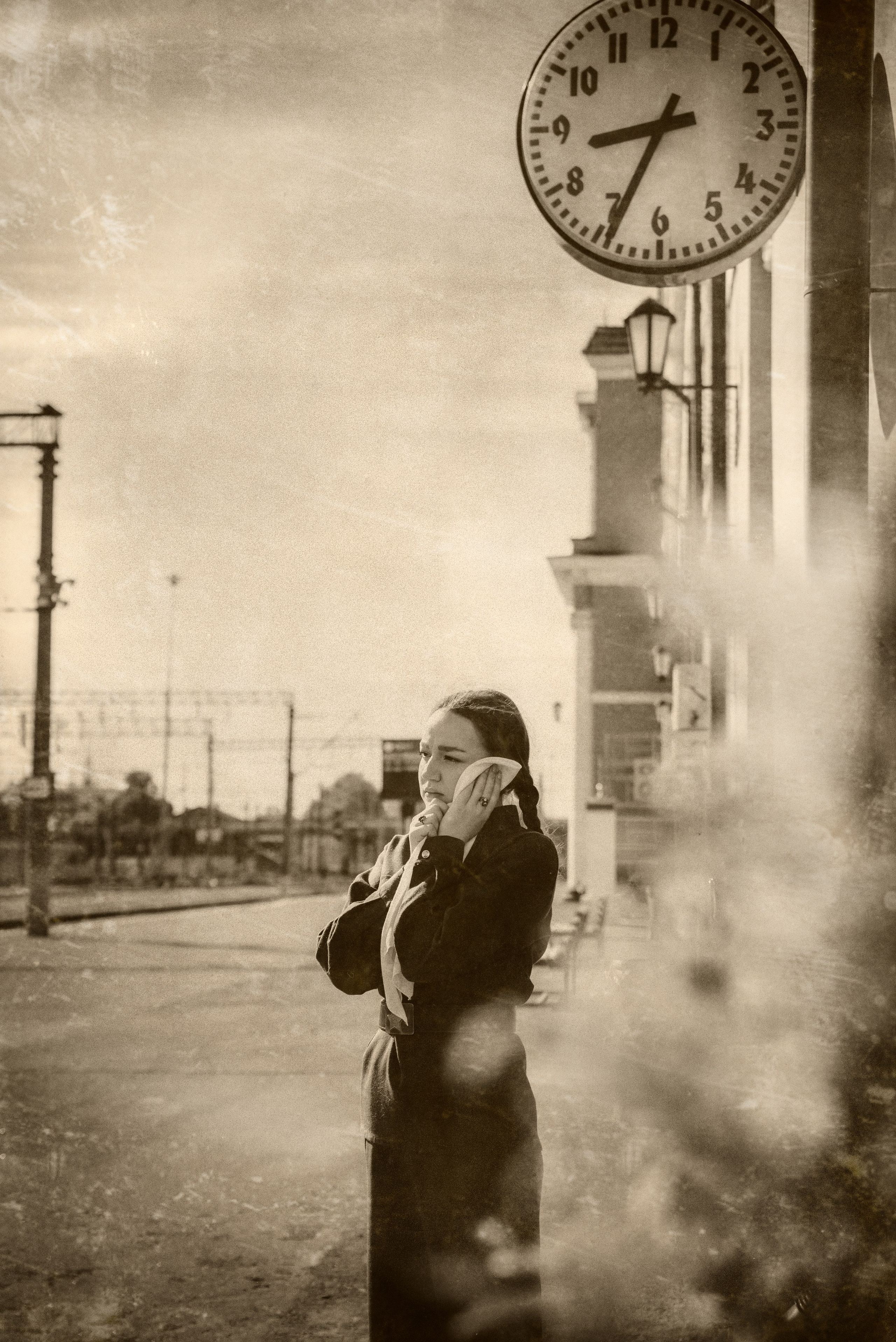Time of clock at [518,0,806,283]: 8:34
